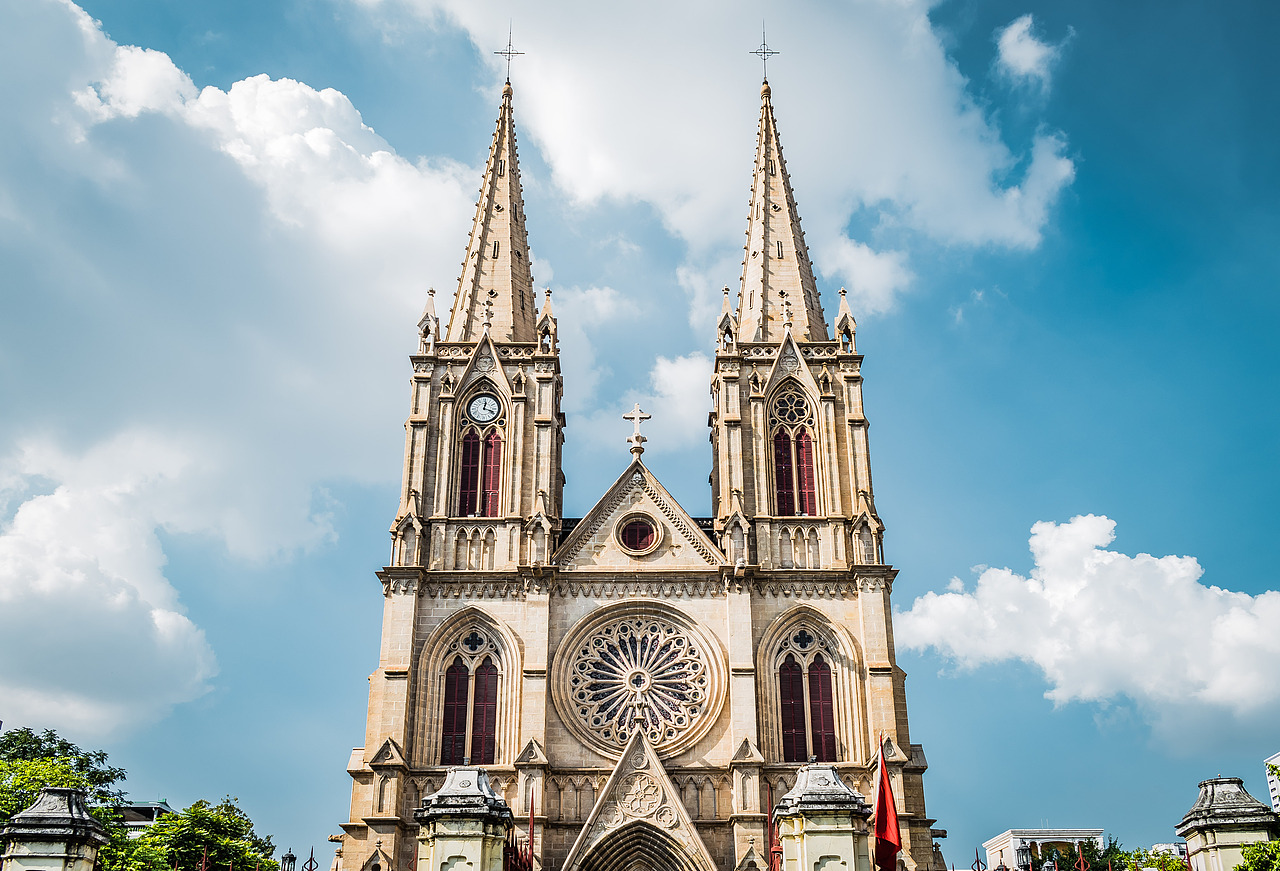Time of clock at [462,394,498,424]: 12:18
